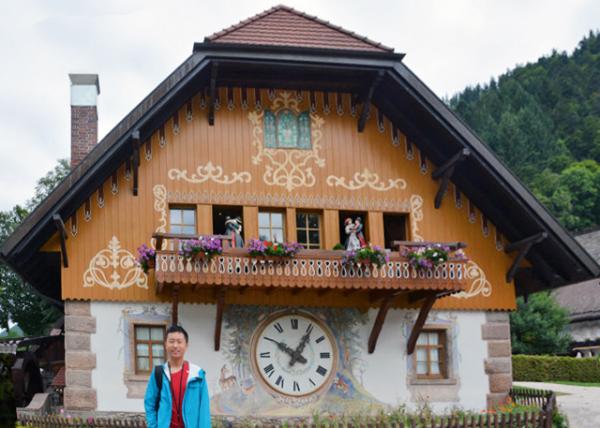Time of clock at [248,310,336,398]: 10:05
